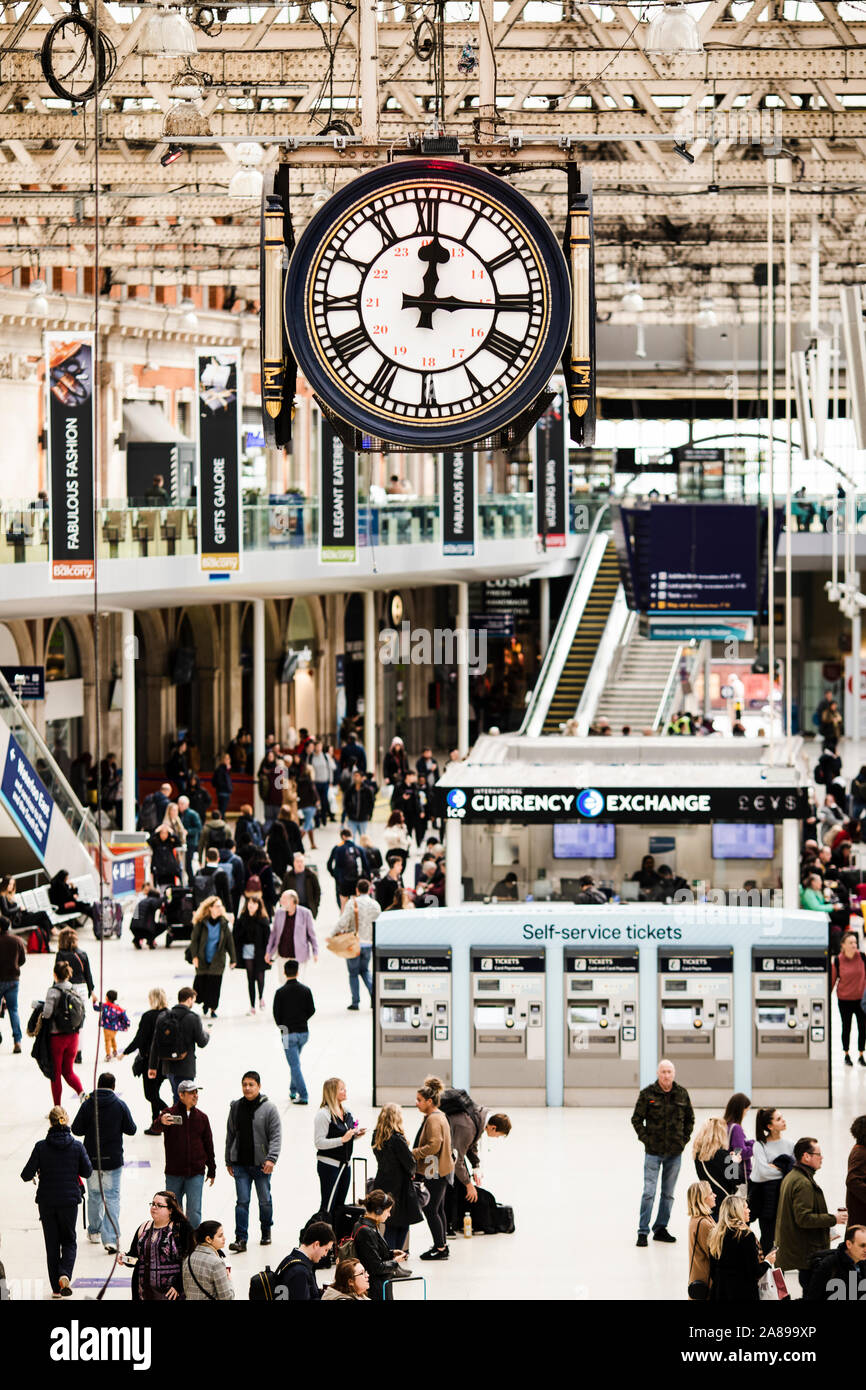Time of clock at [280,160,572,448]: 12:14
